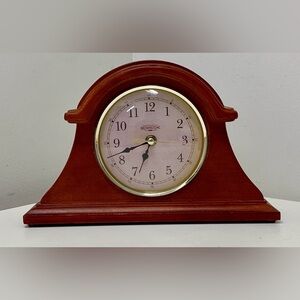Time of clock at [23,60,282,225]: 6:41
